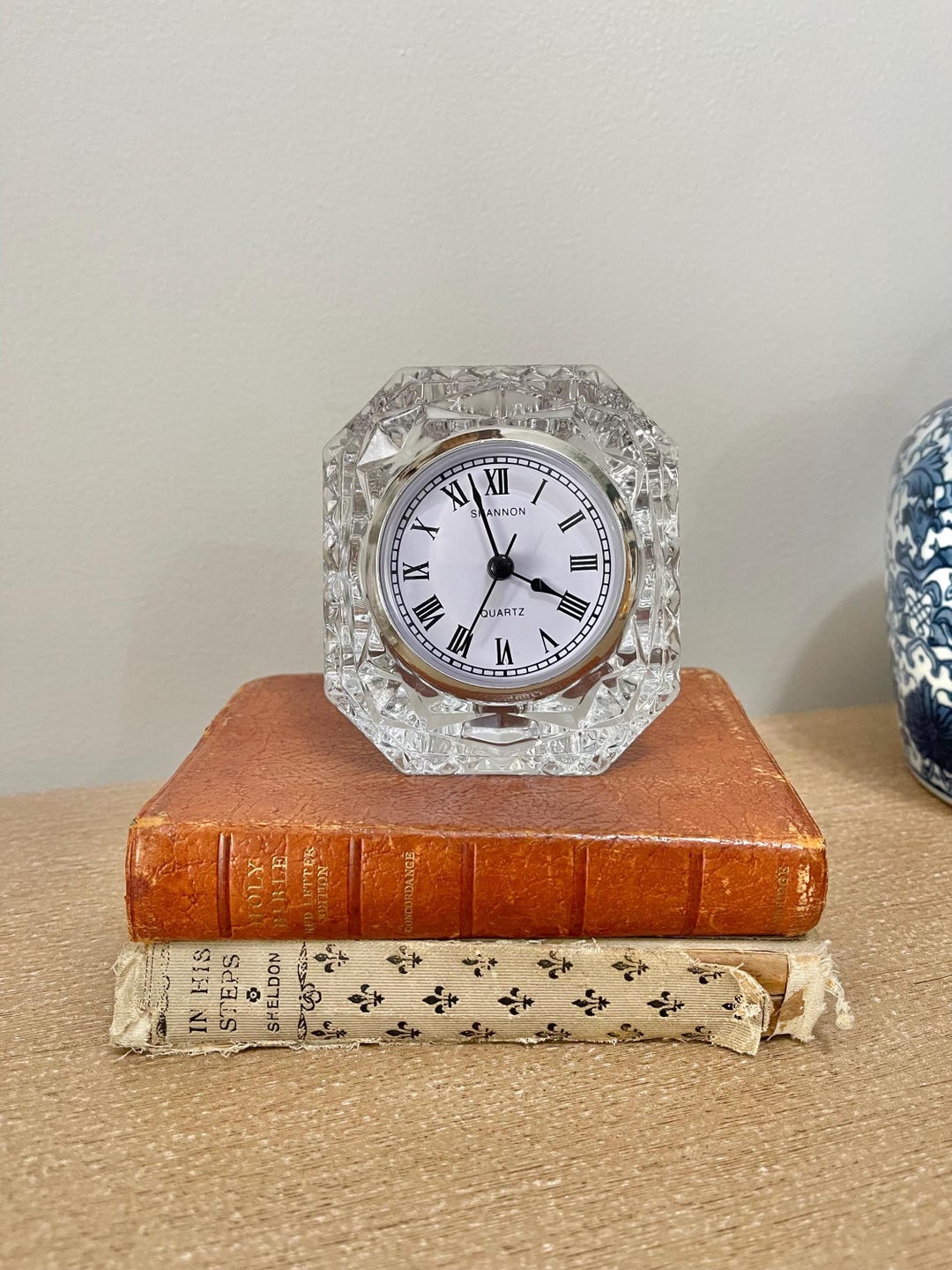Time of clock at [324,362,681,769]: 3:57
